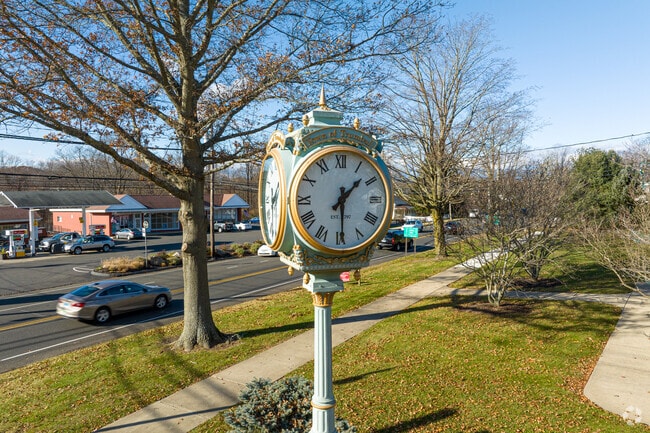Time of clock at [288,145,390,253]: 1:29
